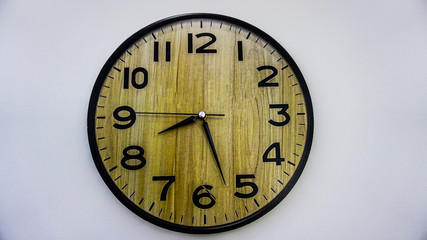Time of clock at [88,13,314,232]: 8:26
